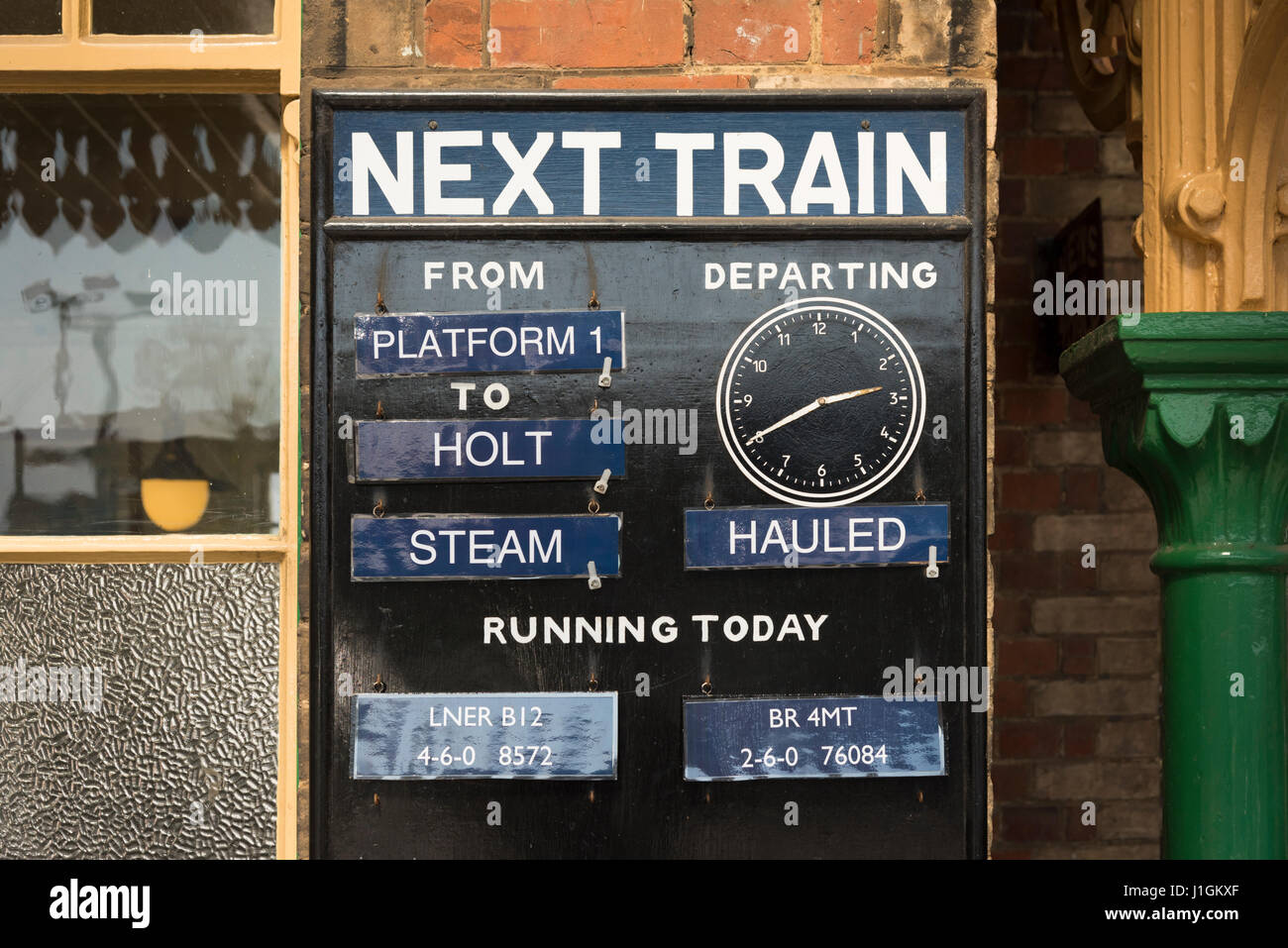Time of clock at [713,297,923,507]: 2:40
